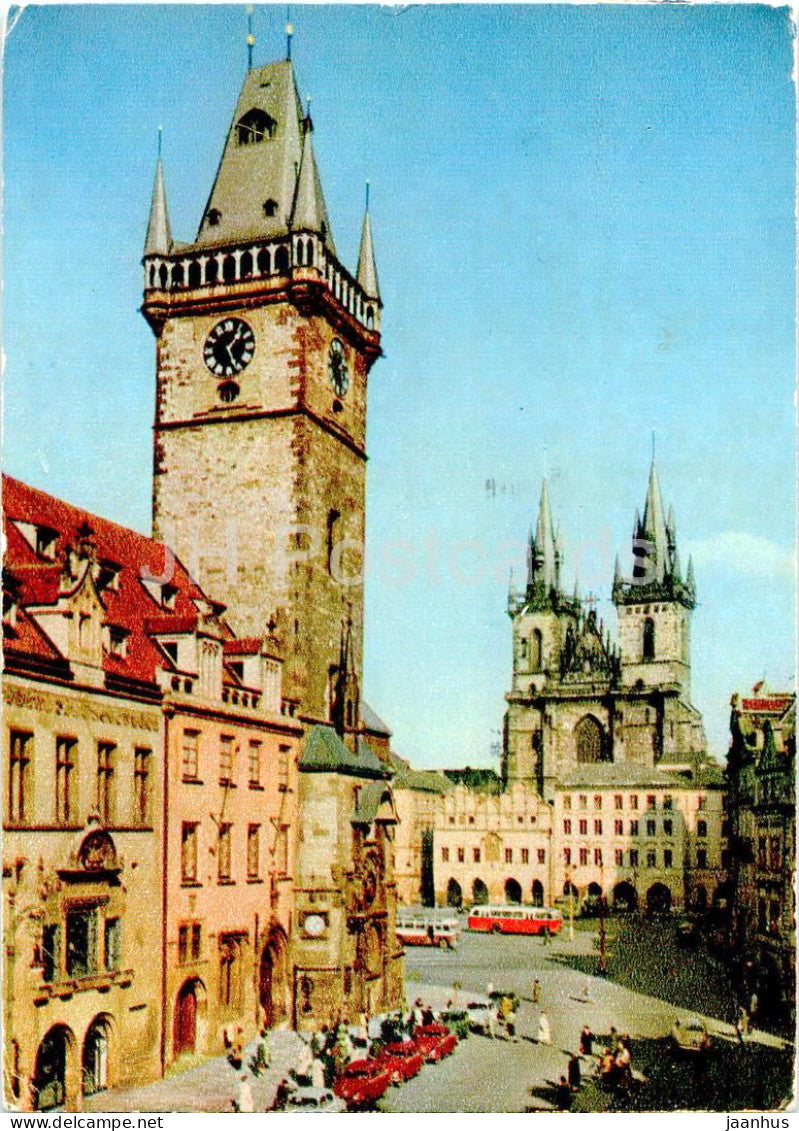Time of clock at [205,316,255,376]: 1:26
